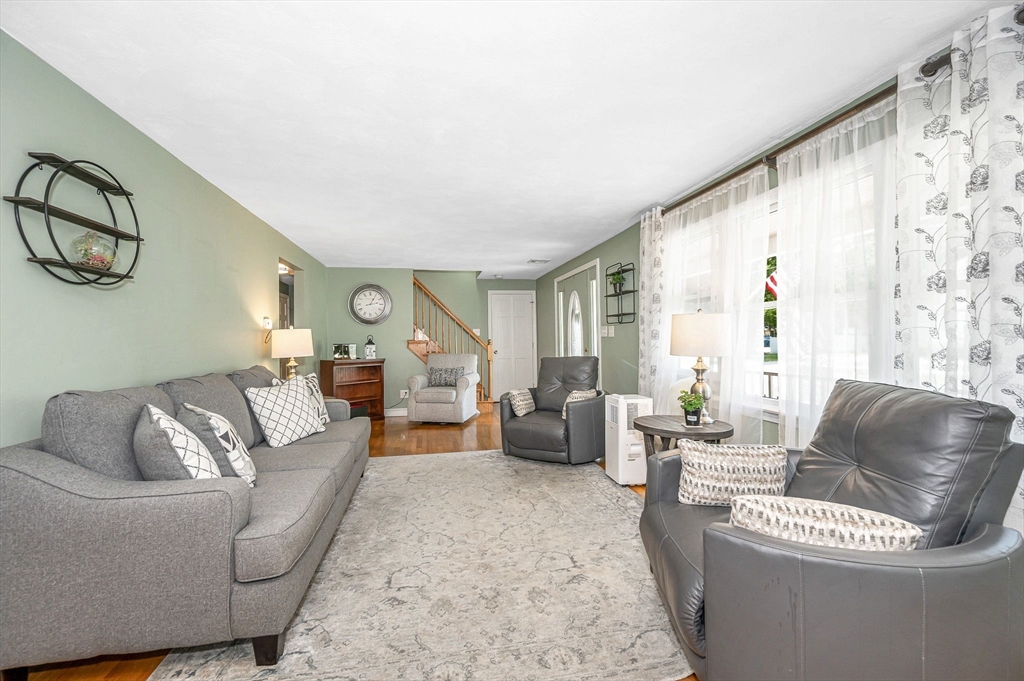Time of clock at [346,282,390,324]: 3:04
